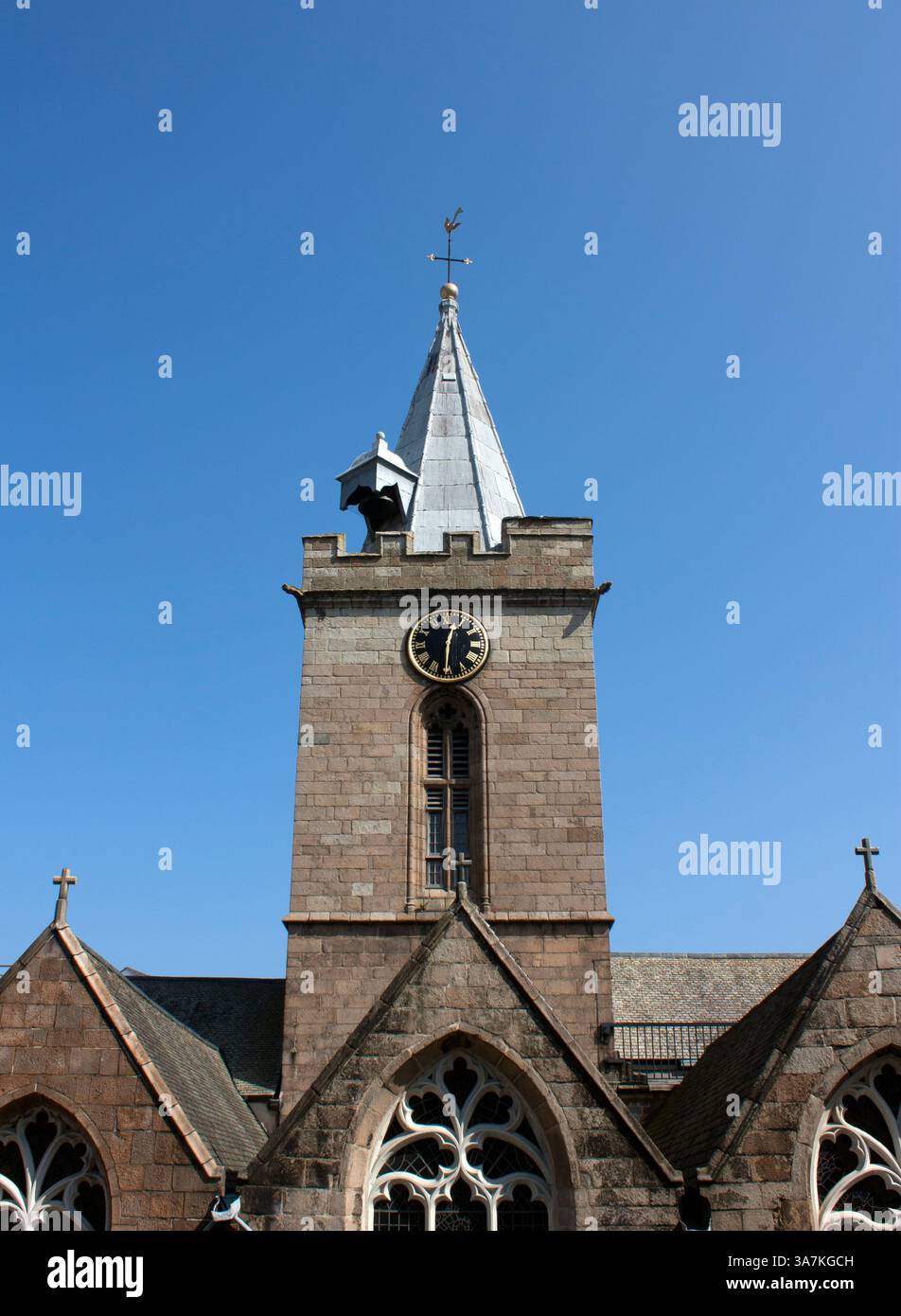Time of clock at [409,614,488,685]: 12:30
